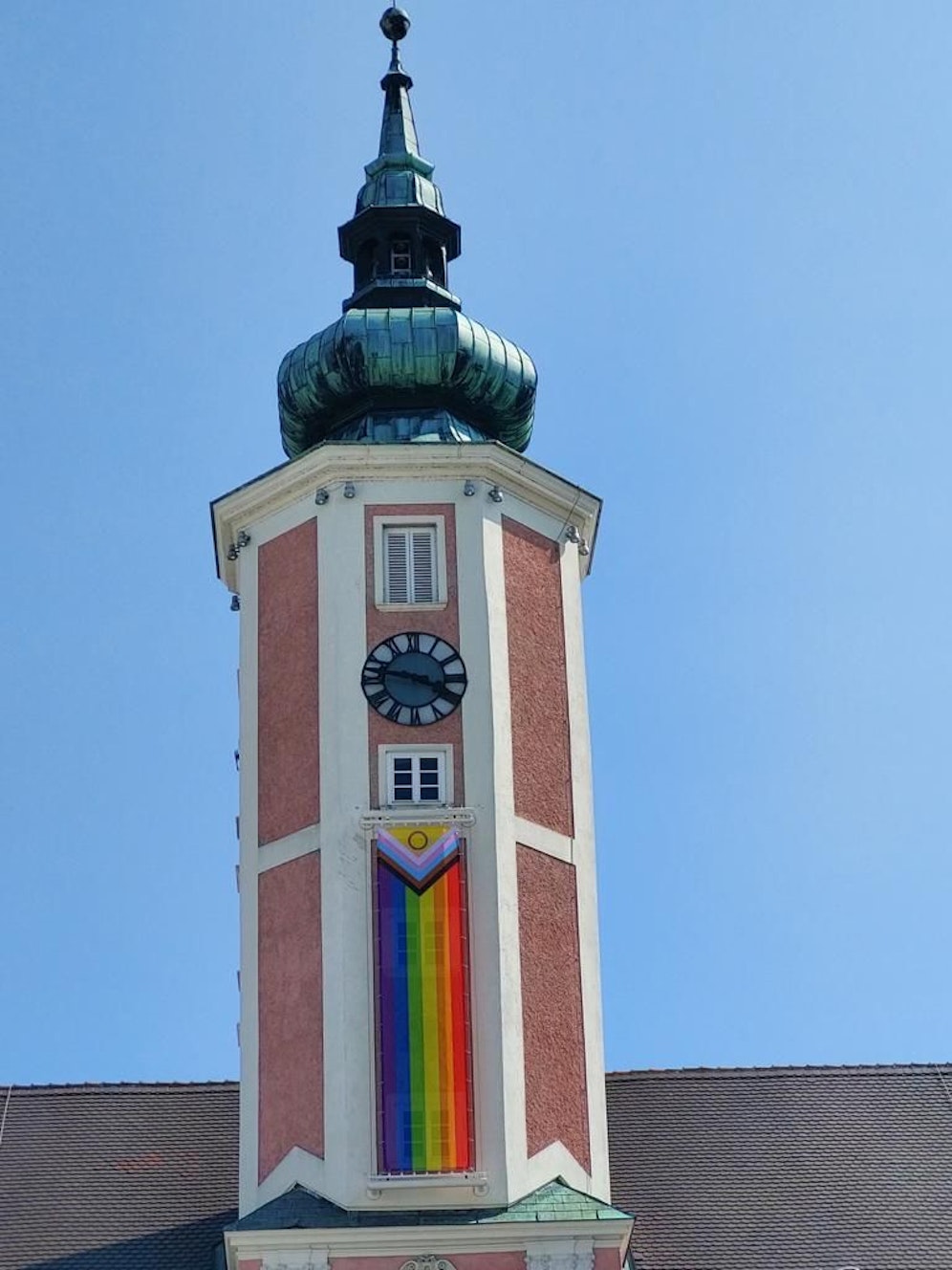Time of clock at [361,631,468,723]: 3:46
